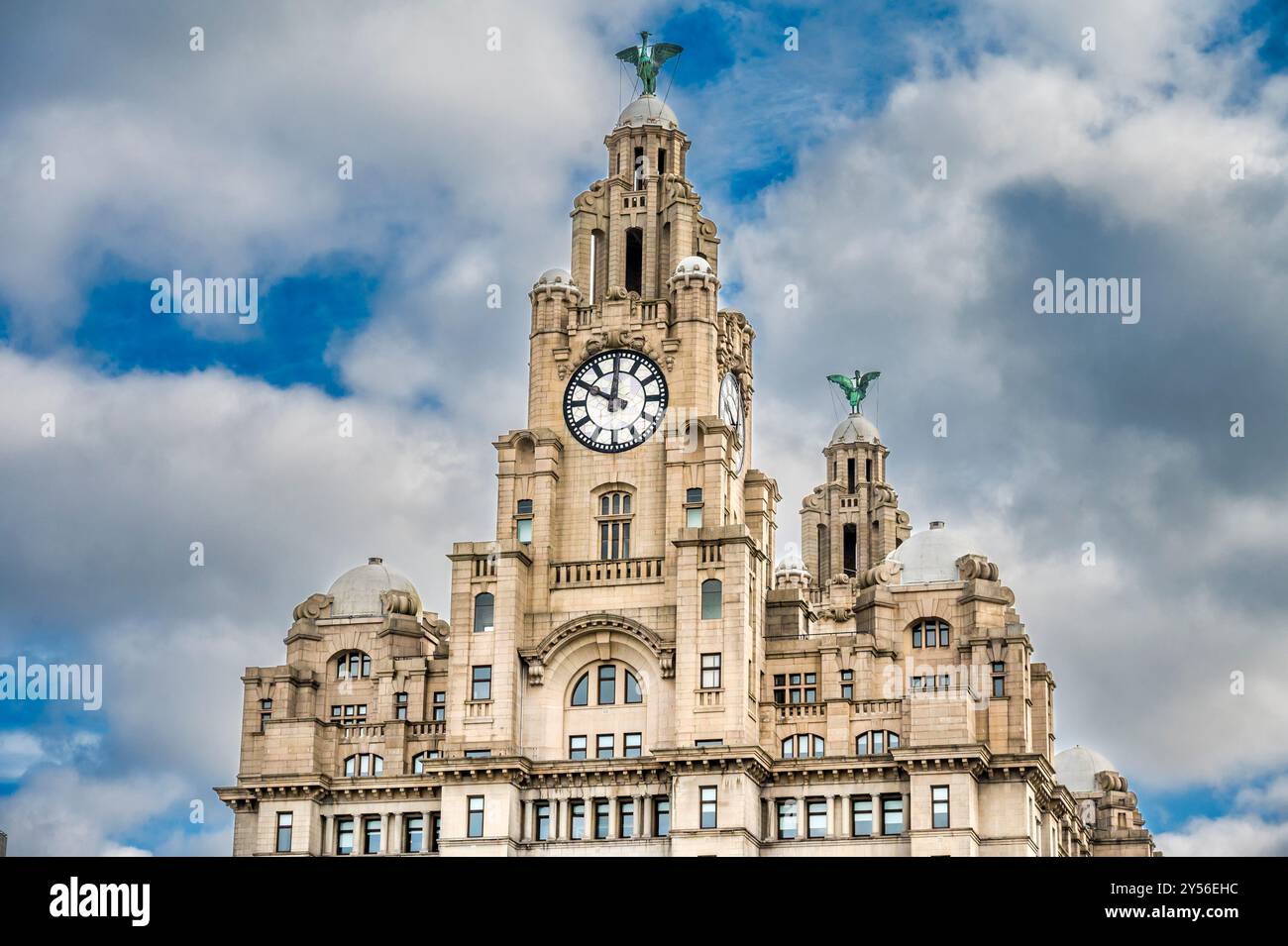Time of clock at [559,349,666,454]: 10:00
